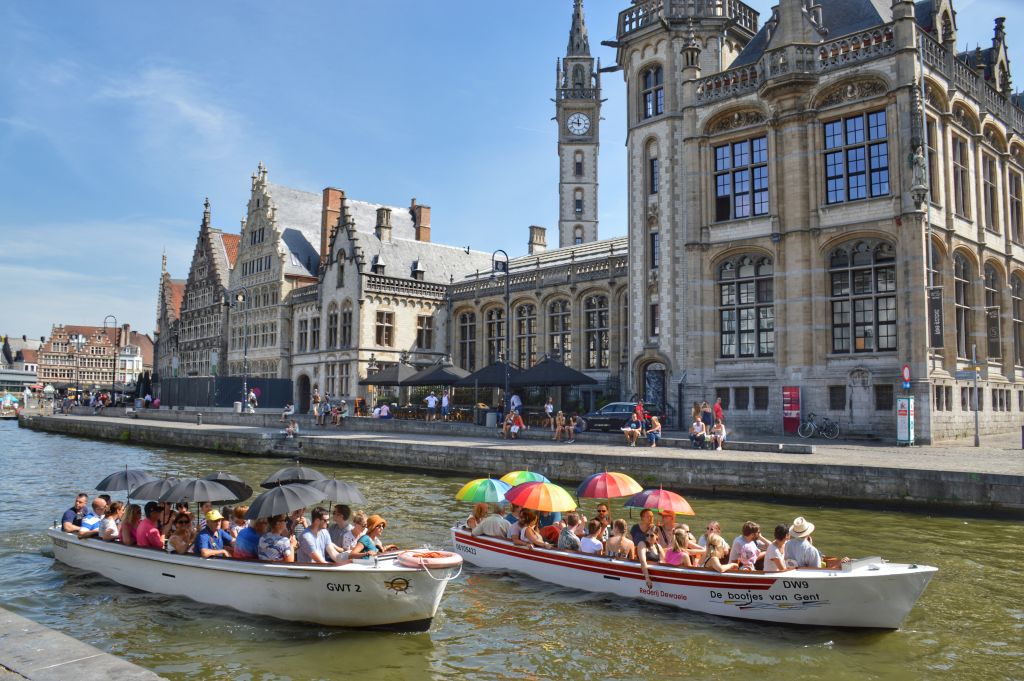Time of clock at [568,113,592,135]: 11:46
